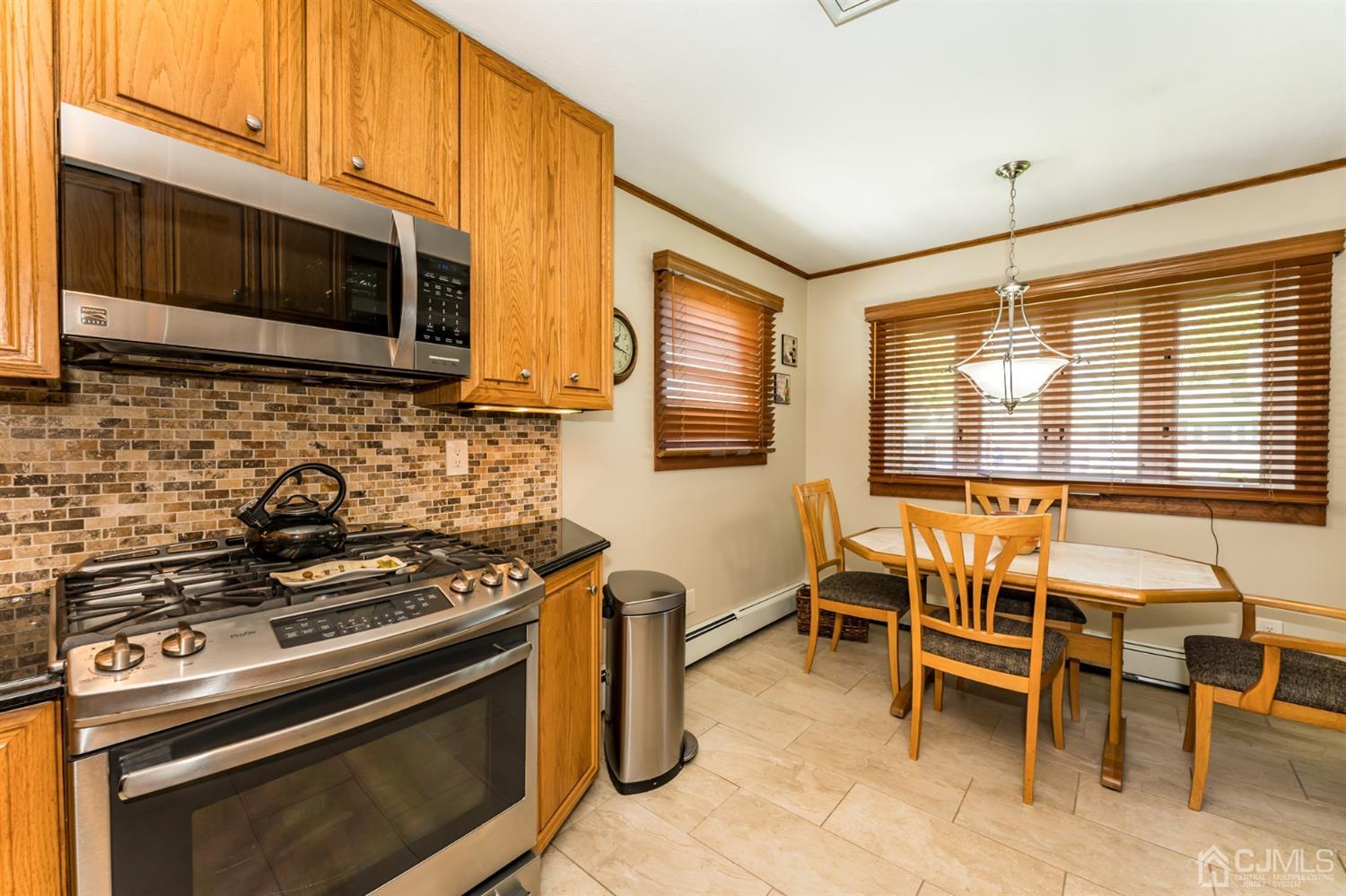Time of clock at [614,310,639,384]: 1:18
